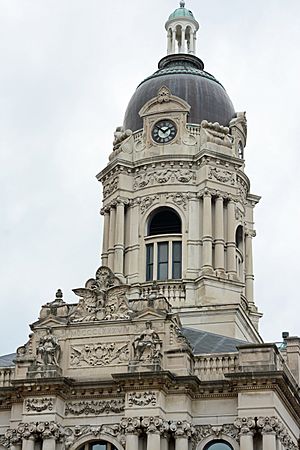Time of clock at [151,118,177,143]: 1:51
